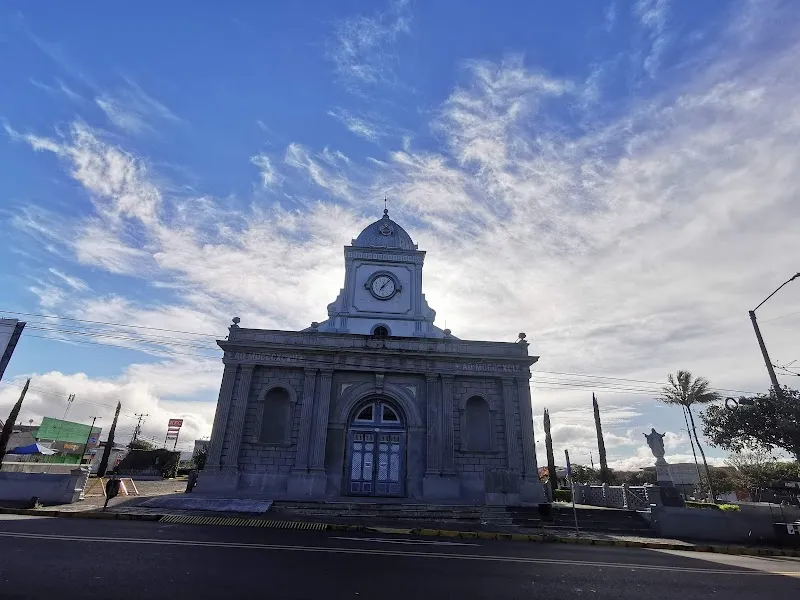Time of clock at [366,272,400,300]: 7:07
